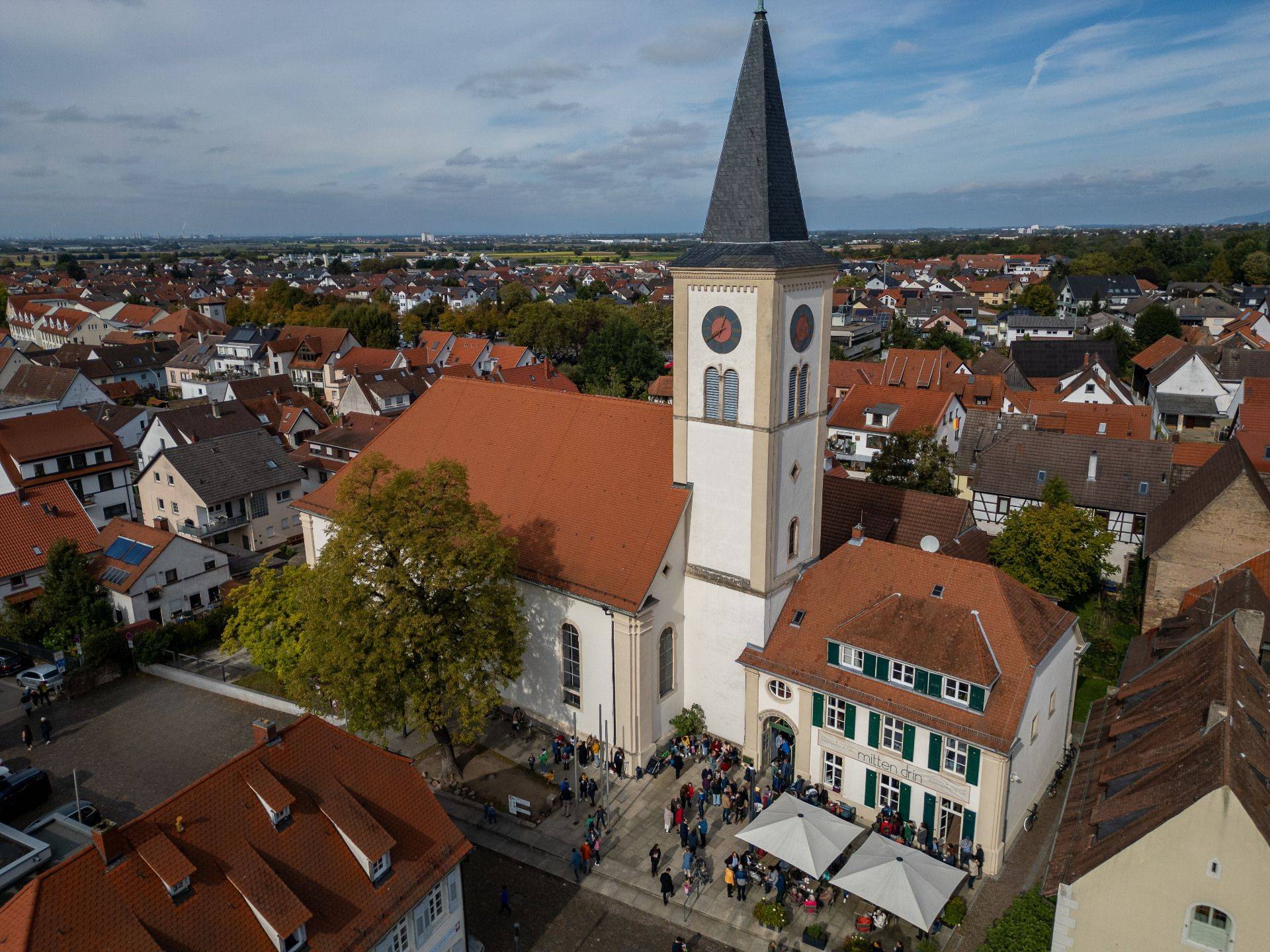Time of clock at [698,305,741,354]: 12:39
